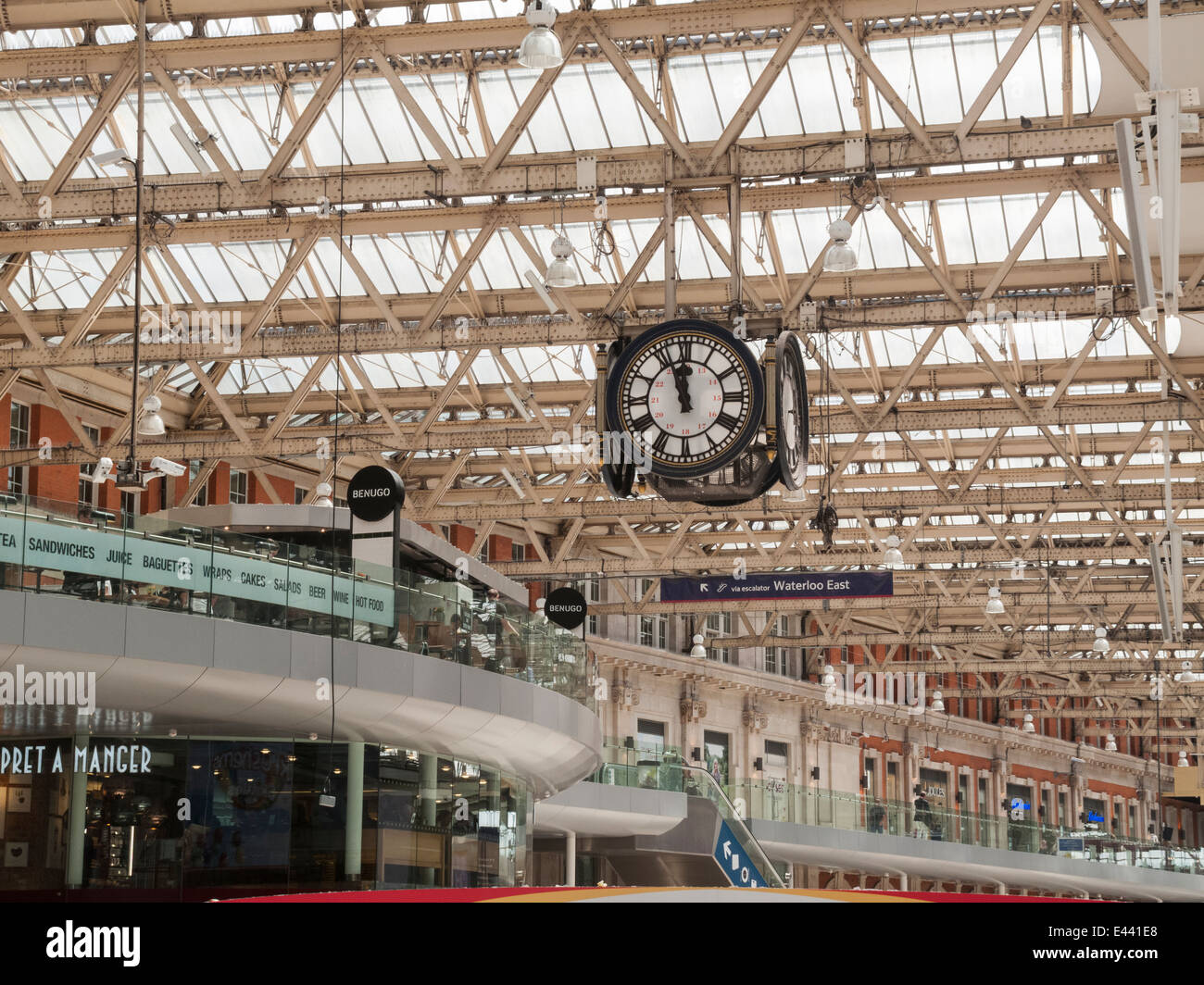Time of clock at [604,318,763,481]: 11:56
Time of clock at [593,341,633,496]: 11:56
